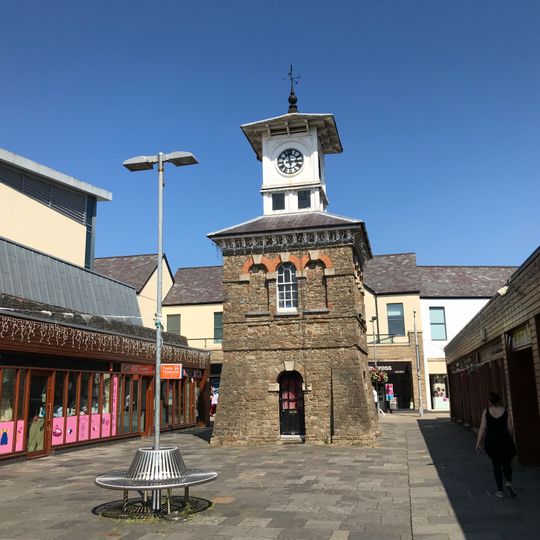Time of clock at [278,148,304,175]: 2:57
